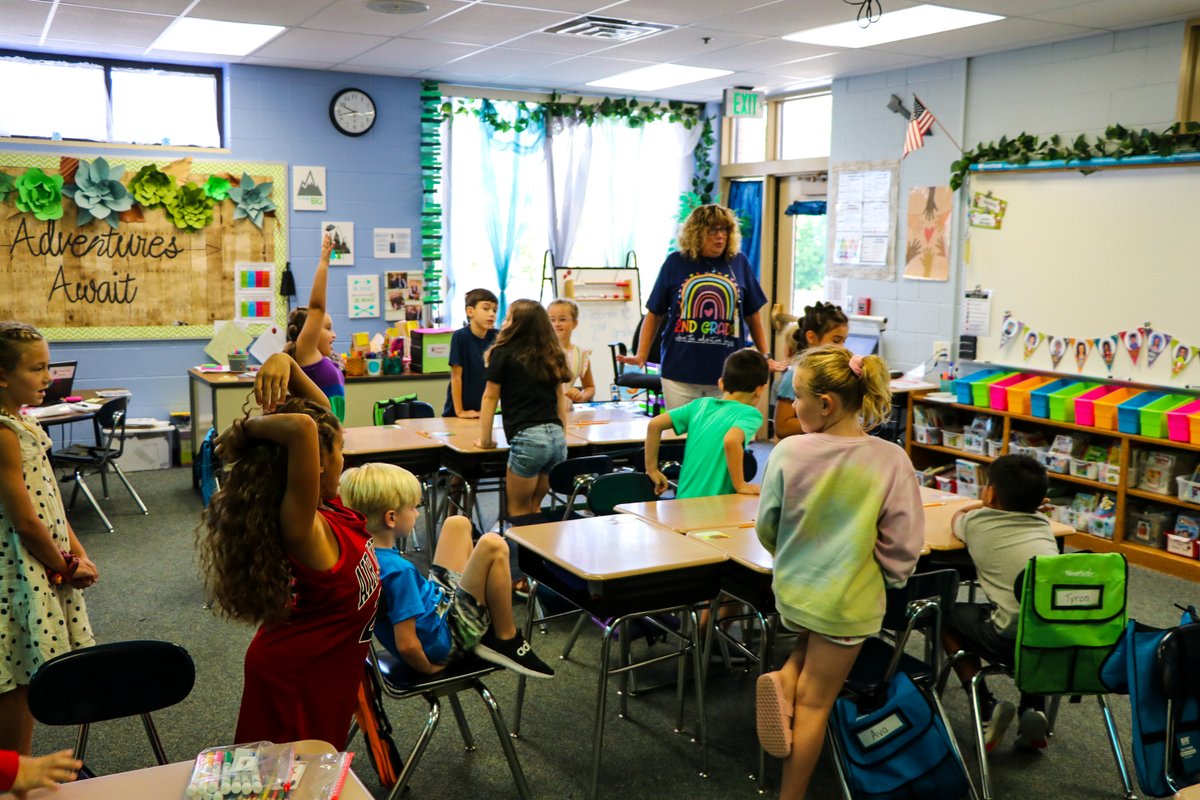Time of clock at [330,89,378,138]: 9:42
